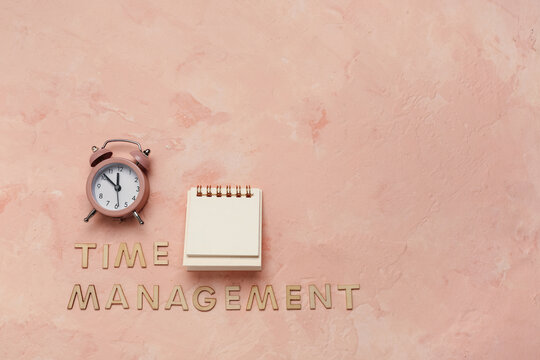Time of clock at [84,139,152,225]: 11:51
